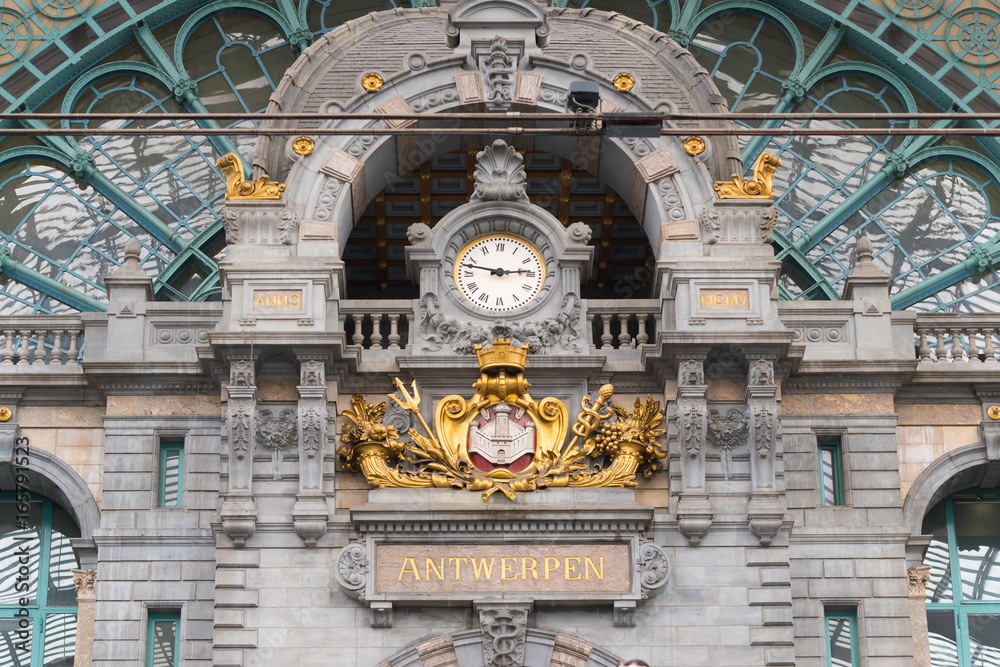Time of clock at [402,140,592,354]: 2:46
